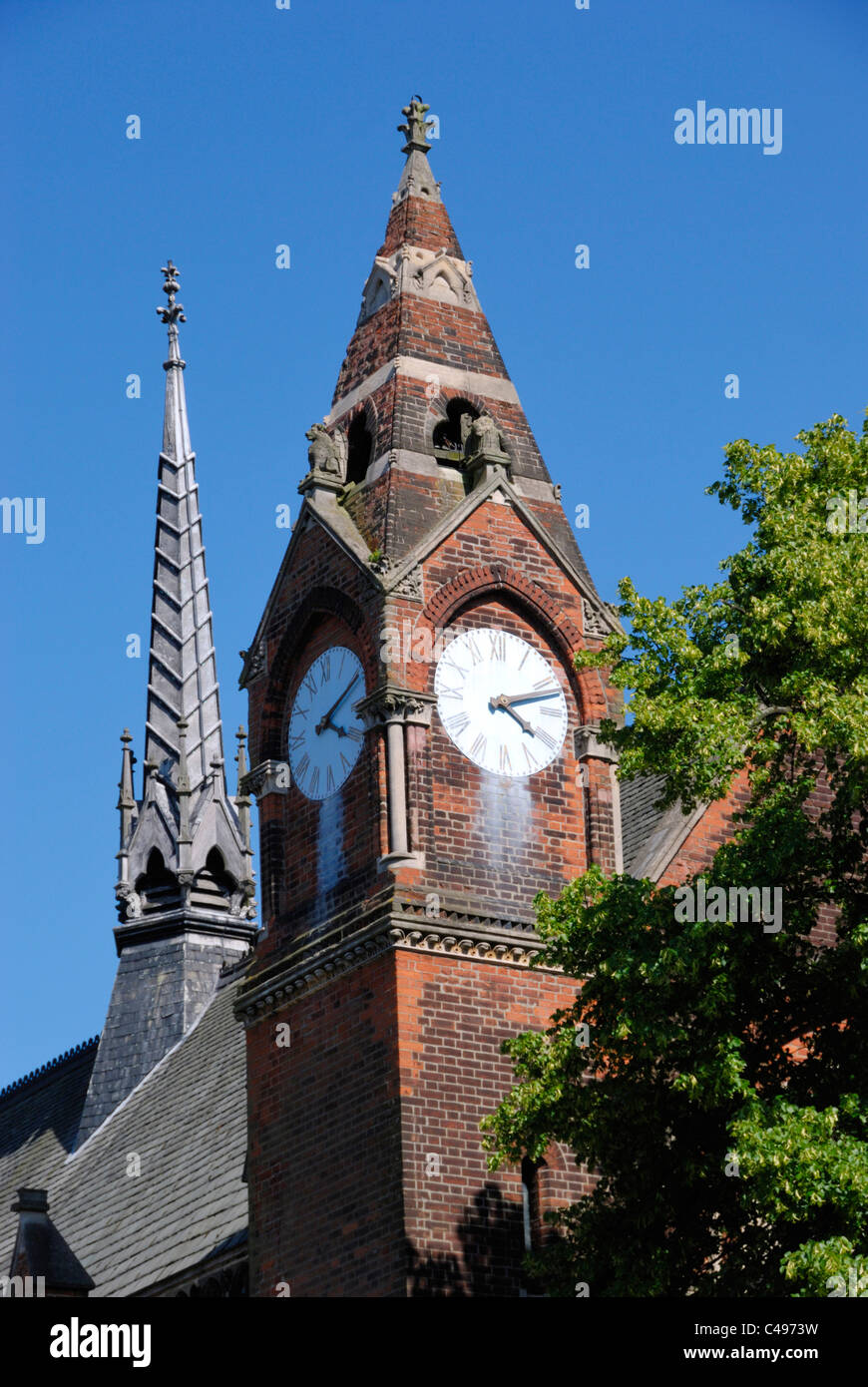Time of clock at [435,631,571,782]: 4:12
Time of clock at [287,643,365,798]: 4:10
